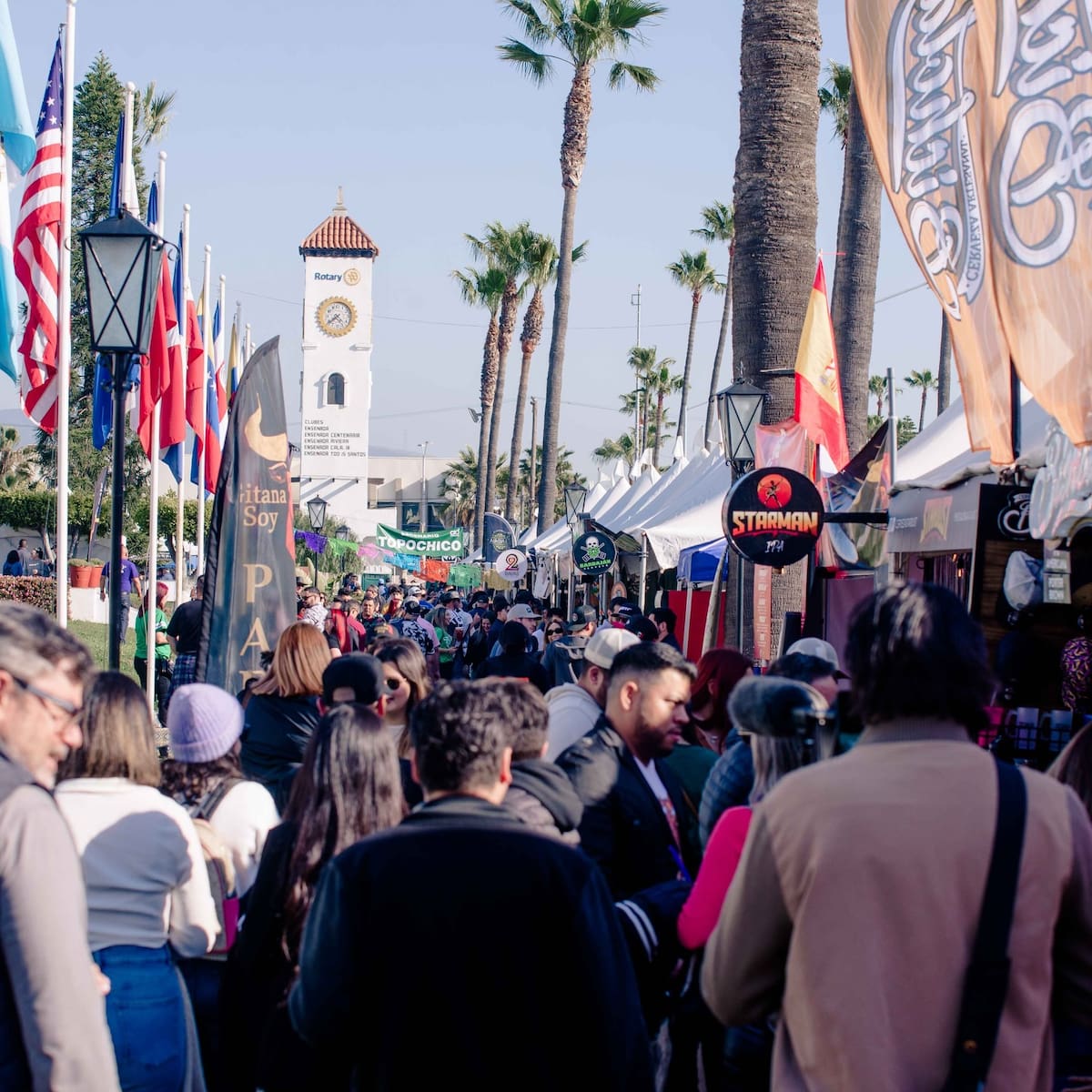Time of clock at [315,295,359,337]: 4:38
